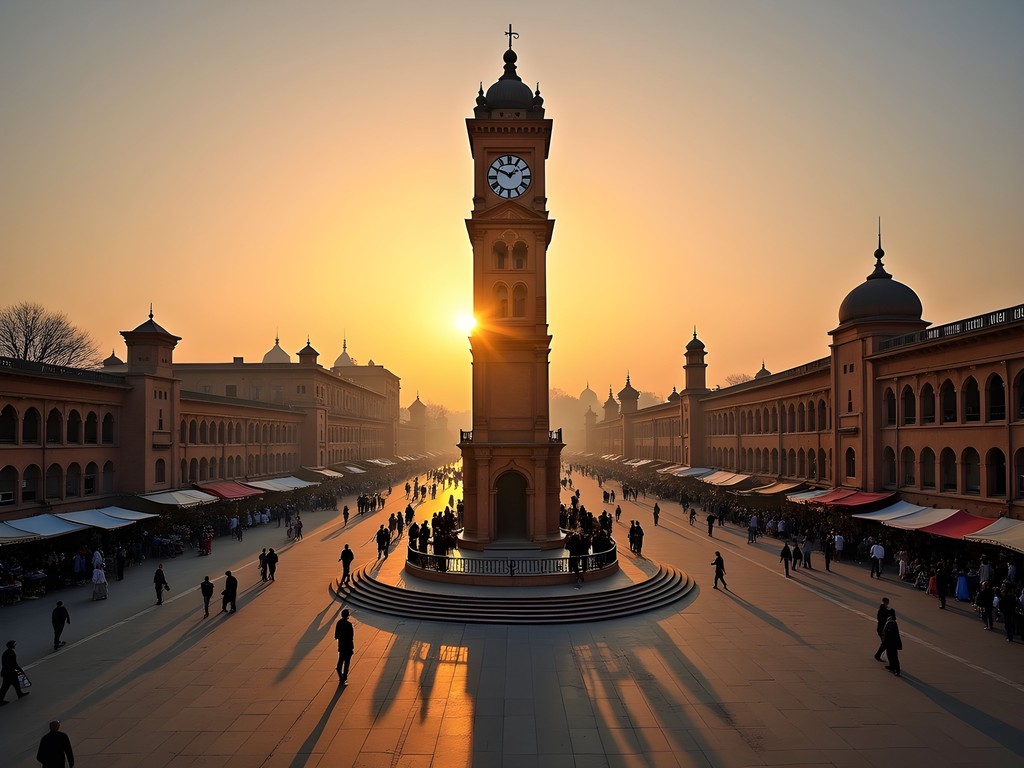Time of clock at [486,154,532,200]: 1:49
